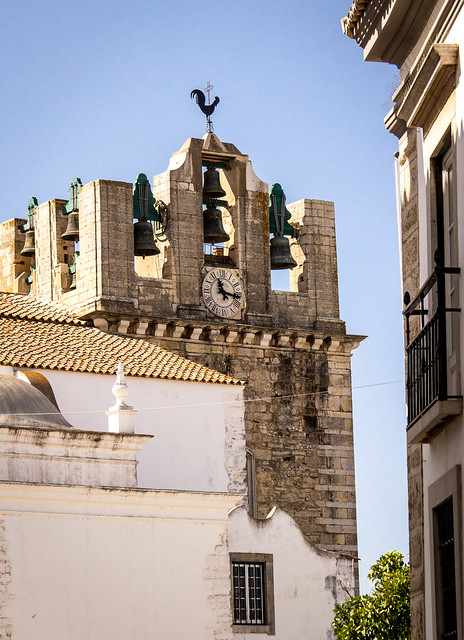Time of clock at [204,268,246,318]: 11:16
